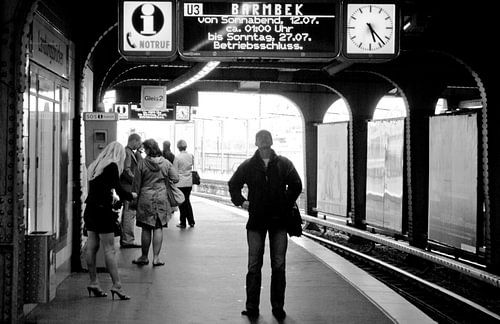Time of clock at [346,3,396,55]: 5:23
